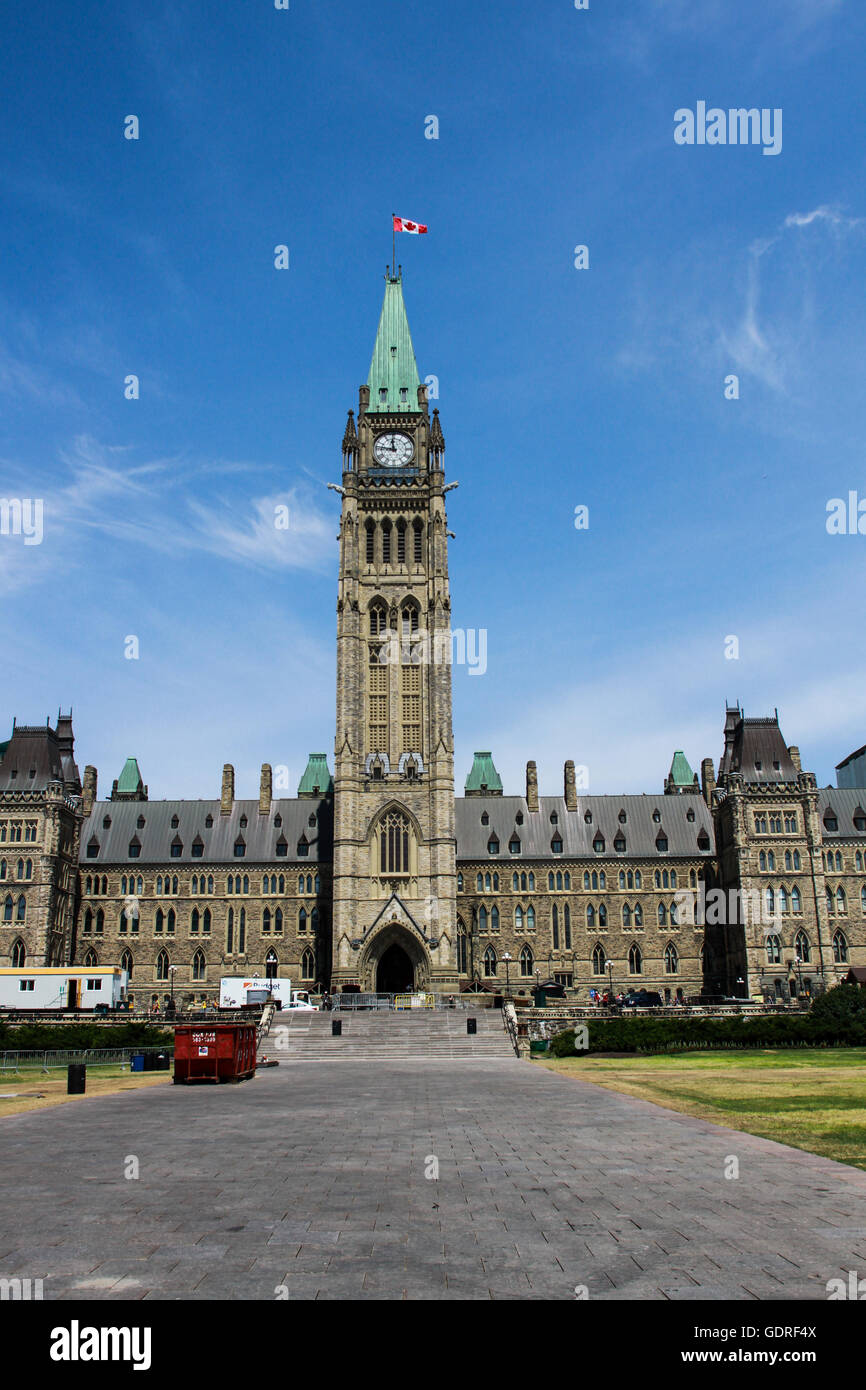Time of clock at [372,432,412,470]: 11:46
